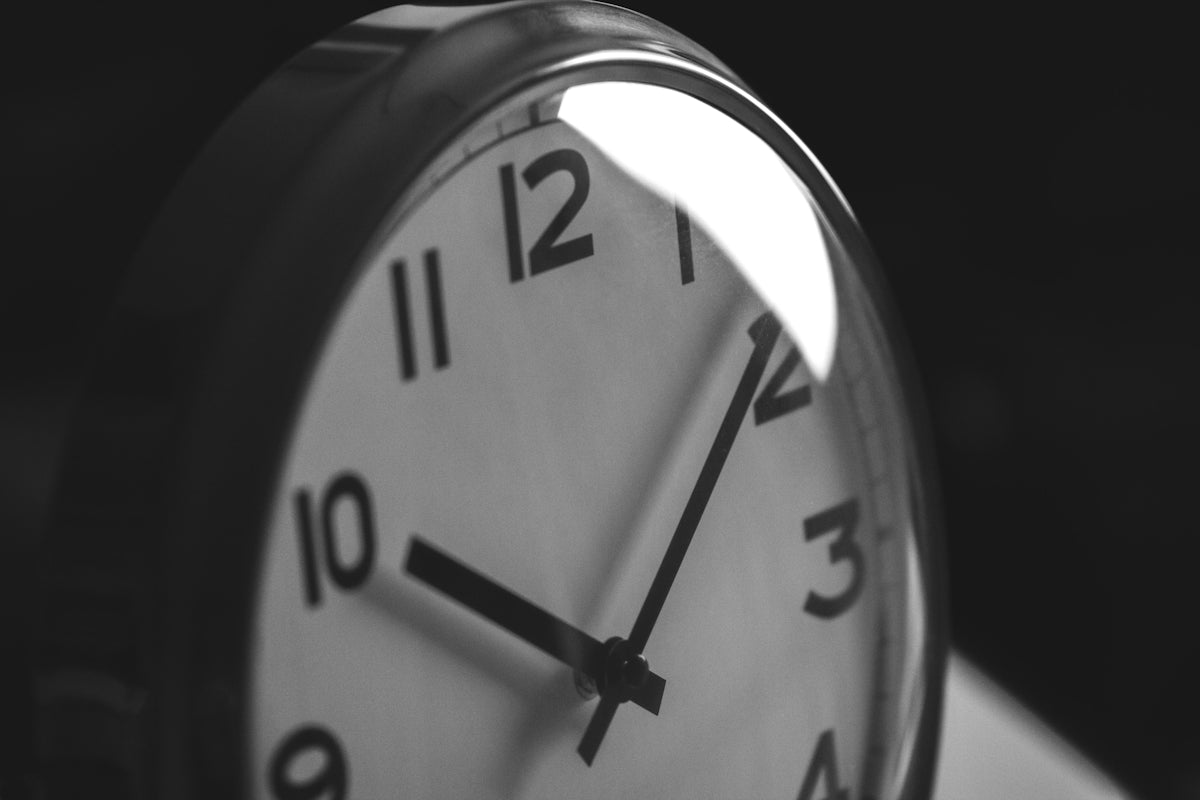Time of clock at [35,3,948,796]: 10:07
